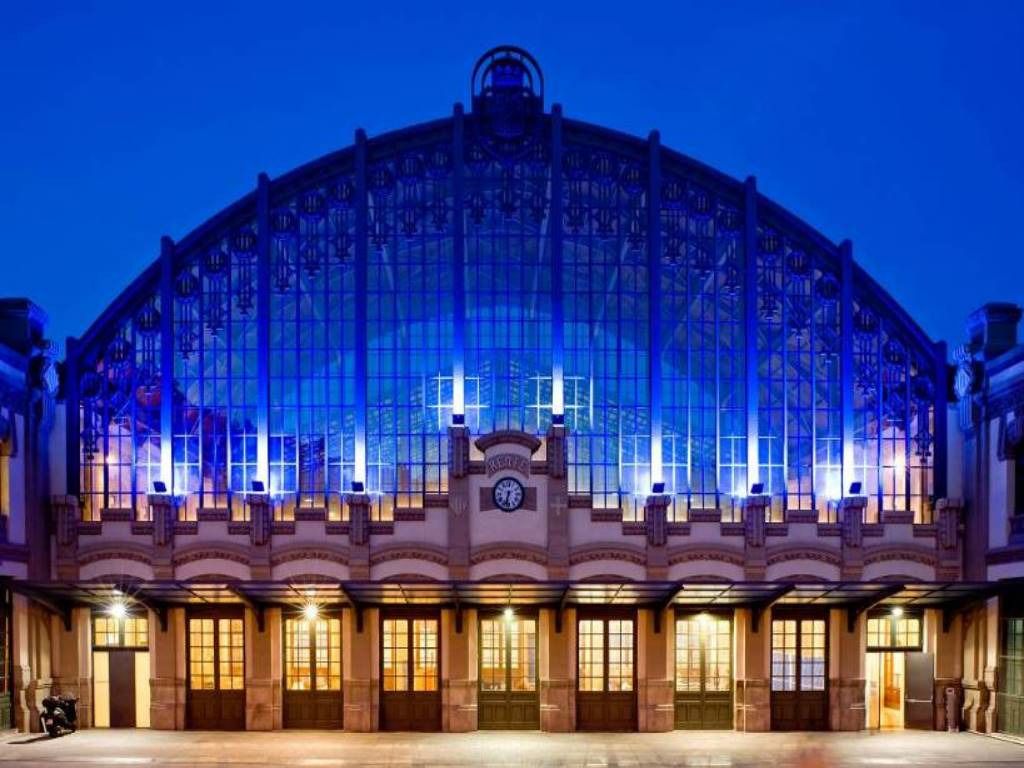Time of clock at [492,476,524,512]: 6:32
